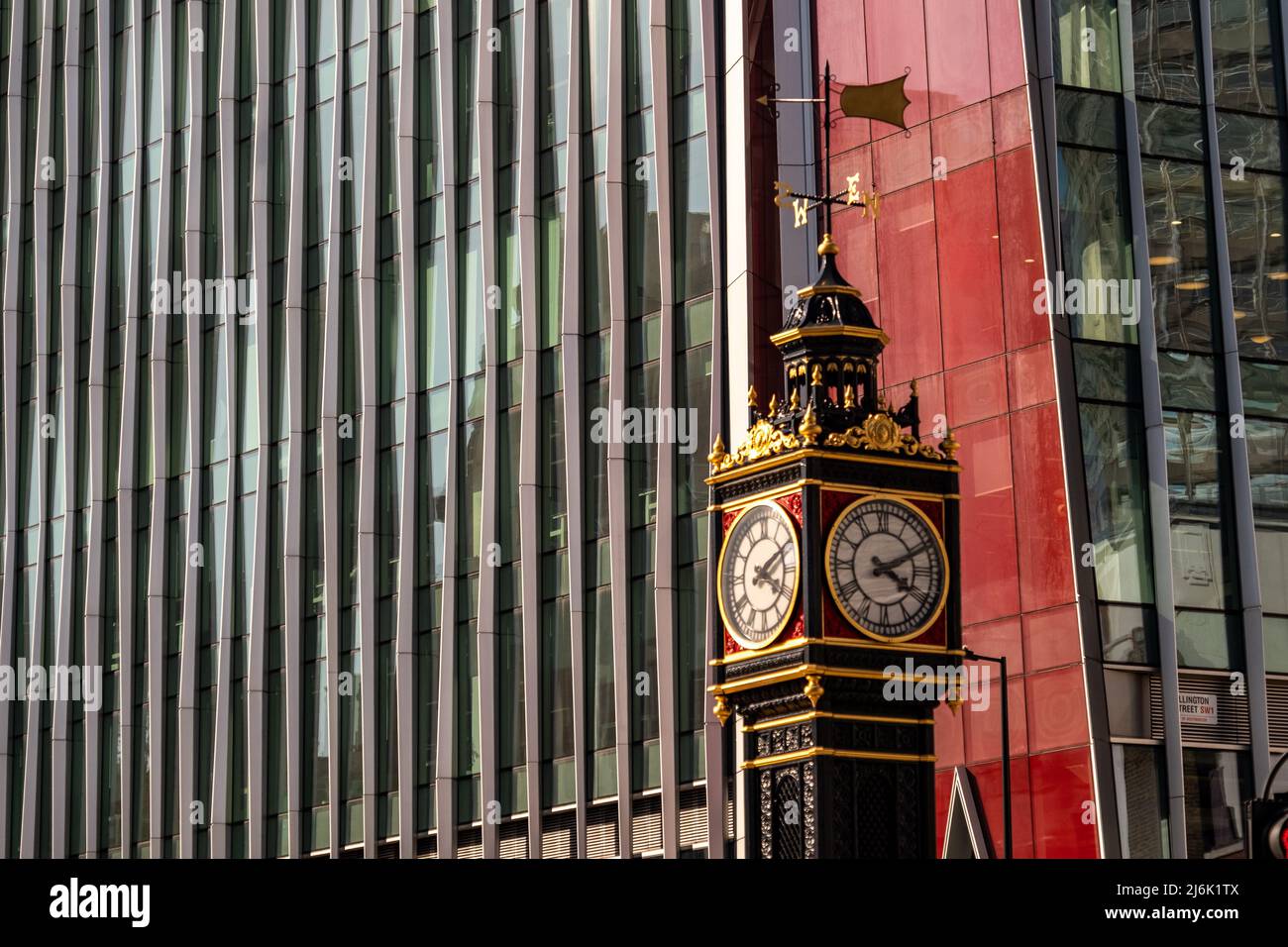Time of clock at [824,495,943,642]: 4:10
